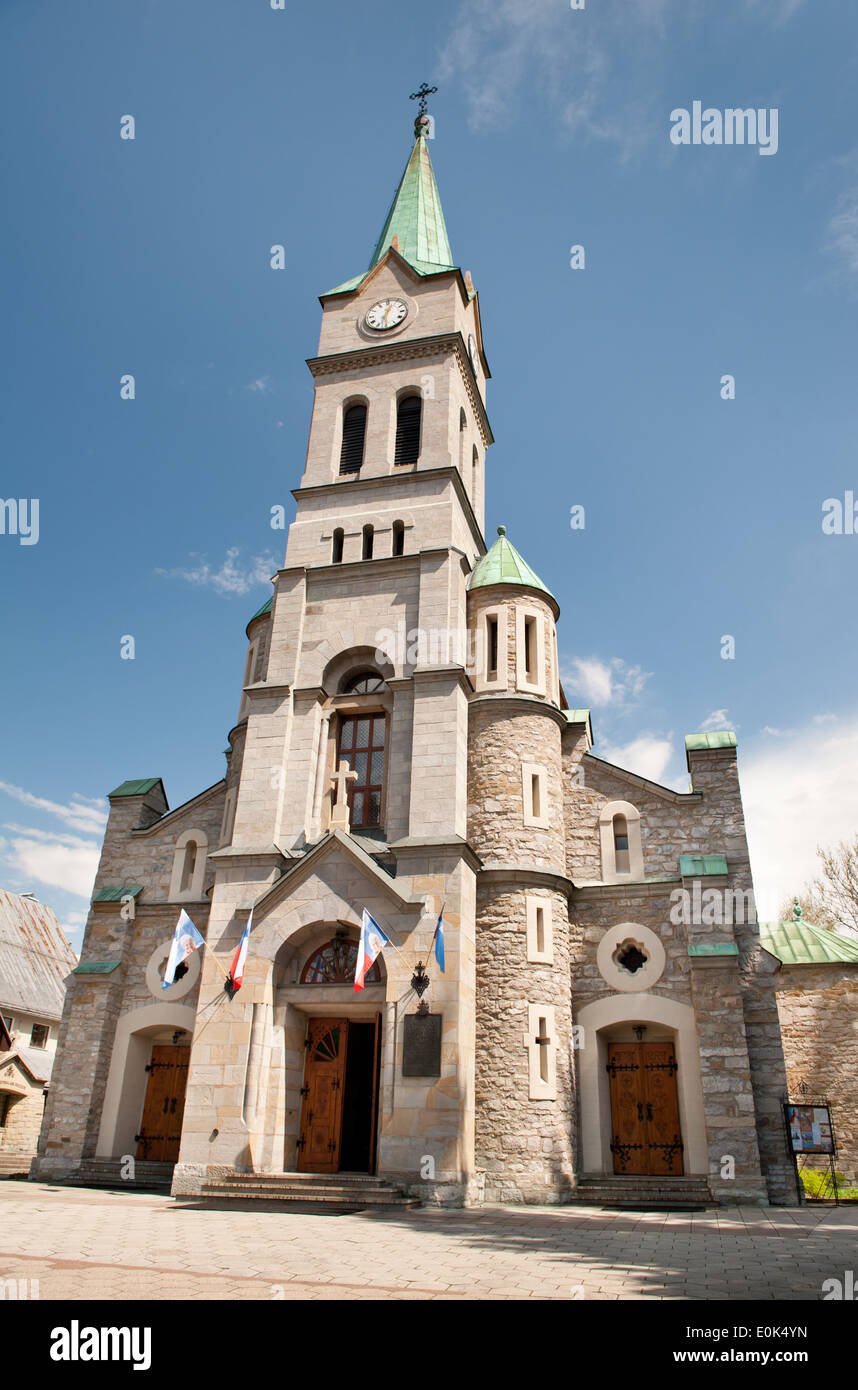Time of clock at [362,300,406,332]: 6:03
